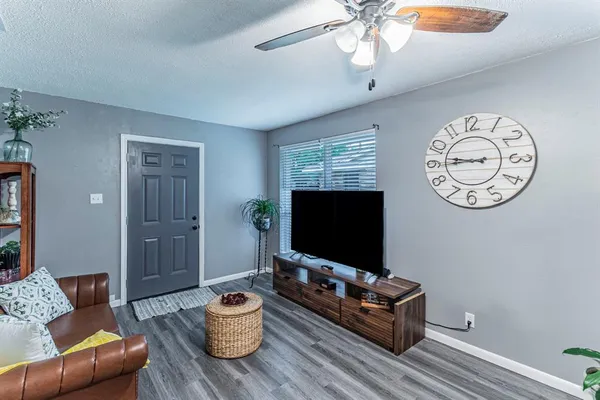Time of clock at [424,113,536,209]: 8:45
